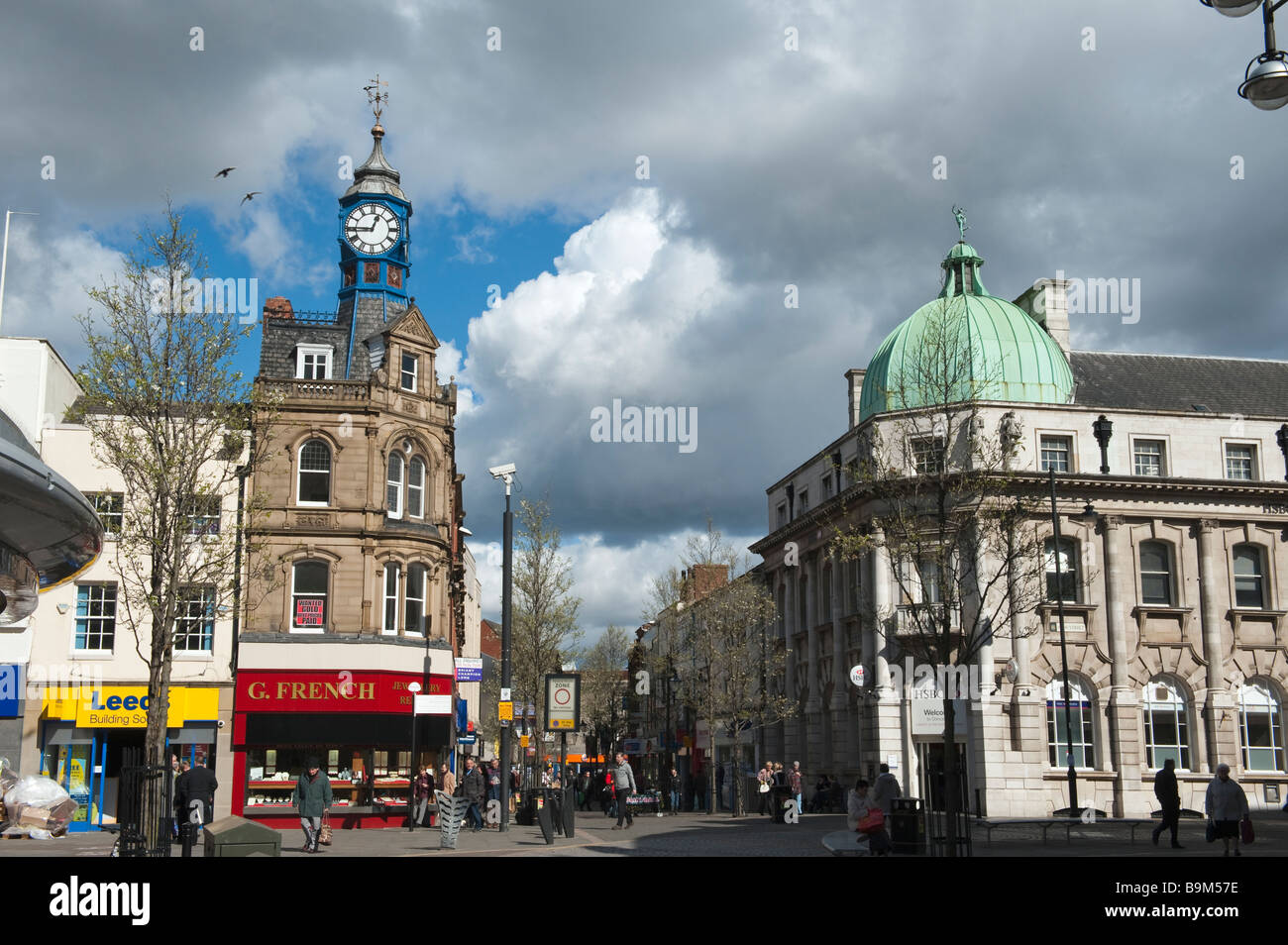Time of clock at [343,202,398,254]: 12:45
